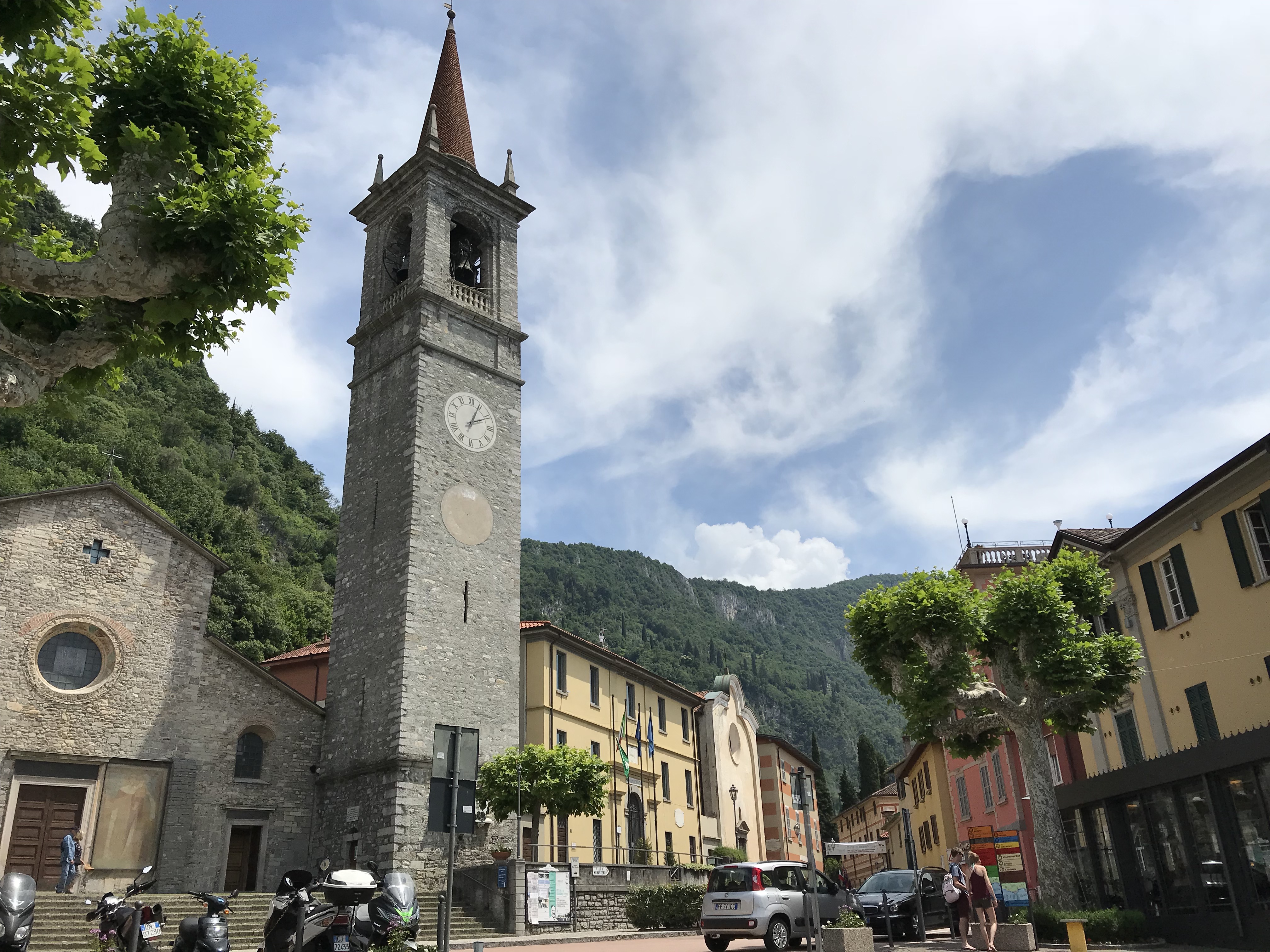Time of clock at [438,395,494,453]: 2:04
